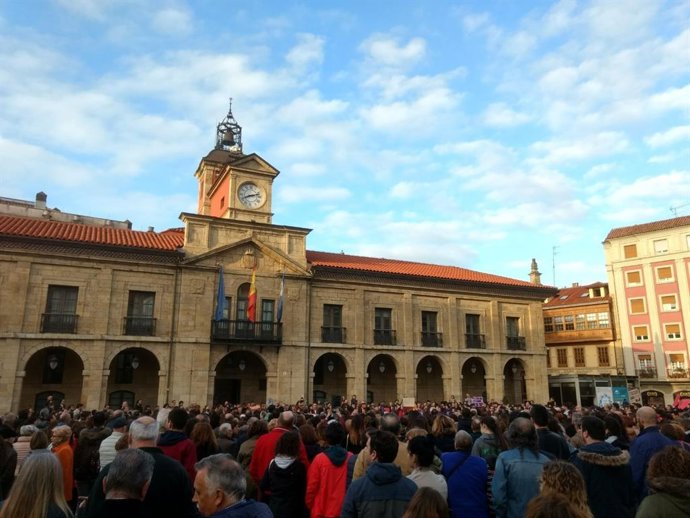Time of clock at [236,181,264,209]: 8:12
